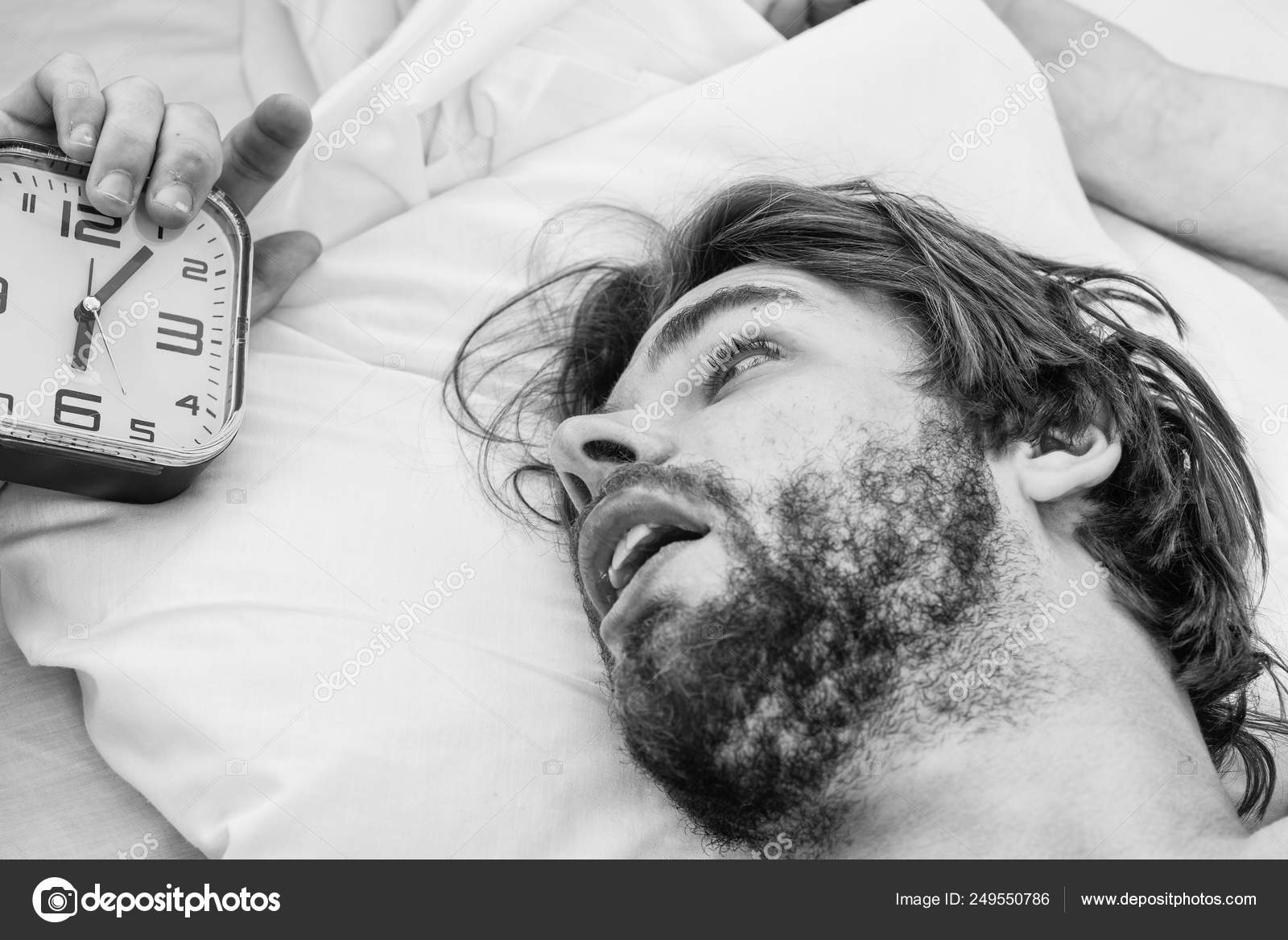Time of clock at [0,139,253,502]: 6:06
